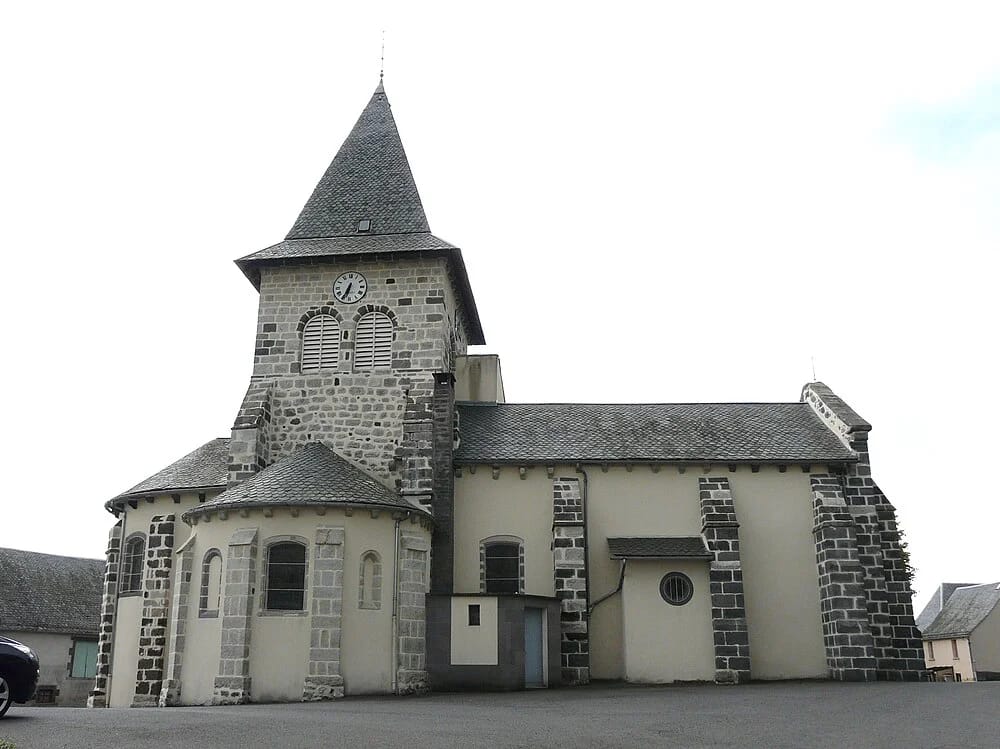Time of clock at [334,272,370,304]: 6:34
